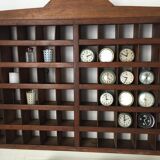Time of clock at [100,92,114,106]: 2:58
